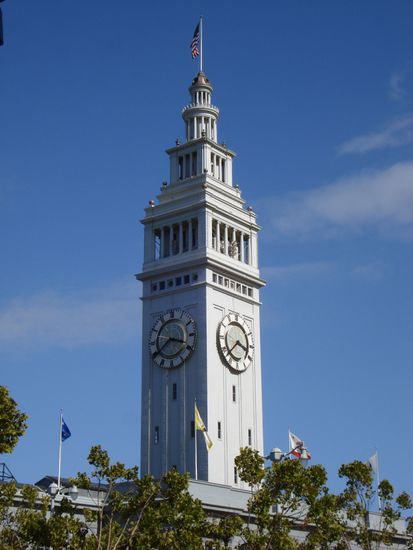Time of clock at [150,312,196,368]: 3:39
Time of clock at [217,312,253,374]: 3:38
